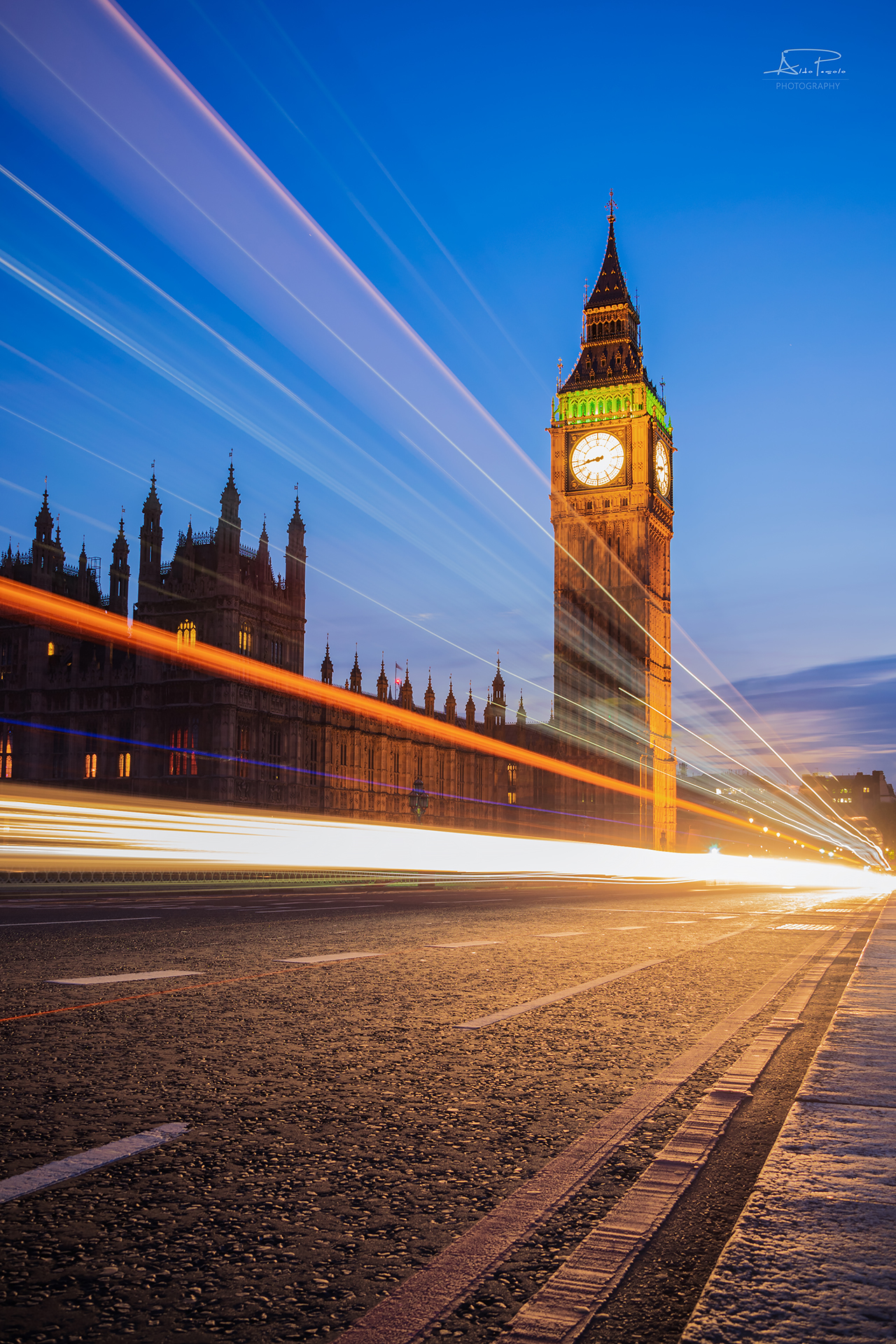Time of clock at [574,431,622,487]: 8:42
